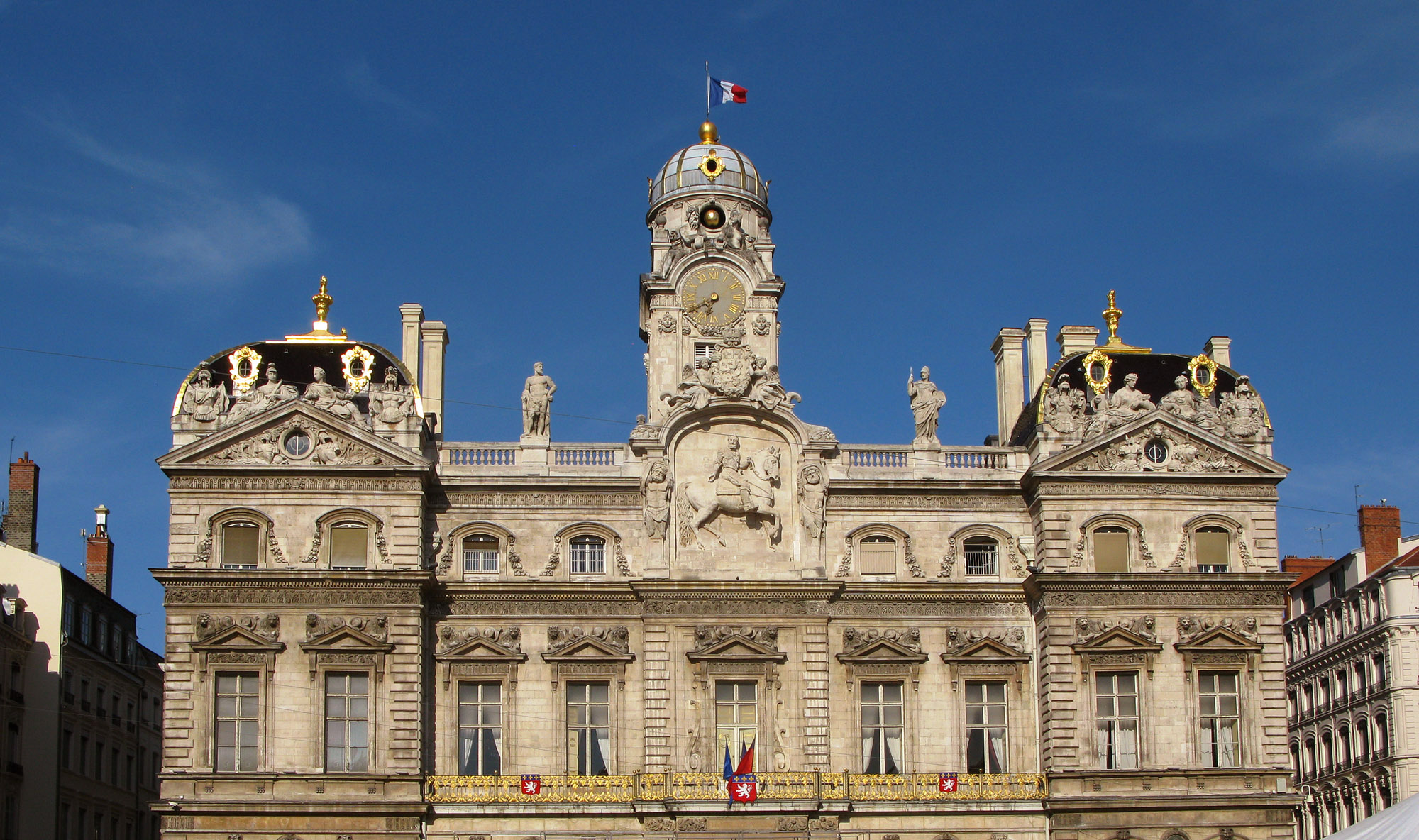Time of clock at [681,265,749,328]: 6:40
